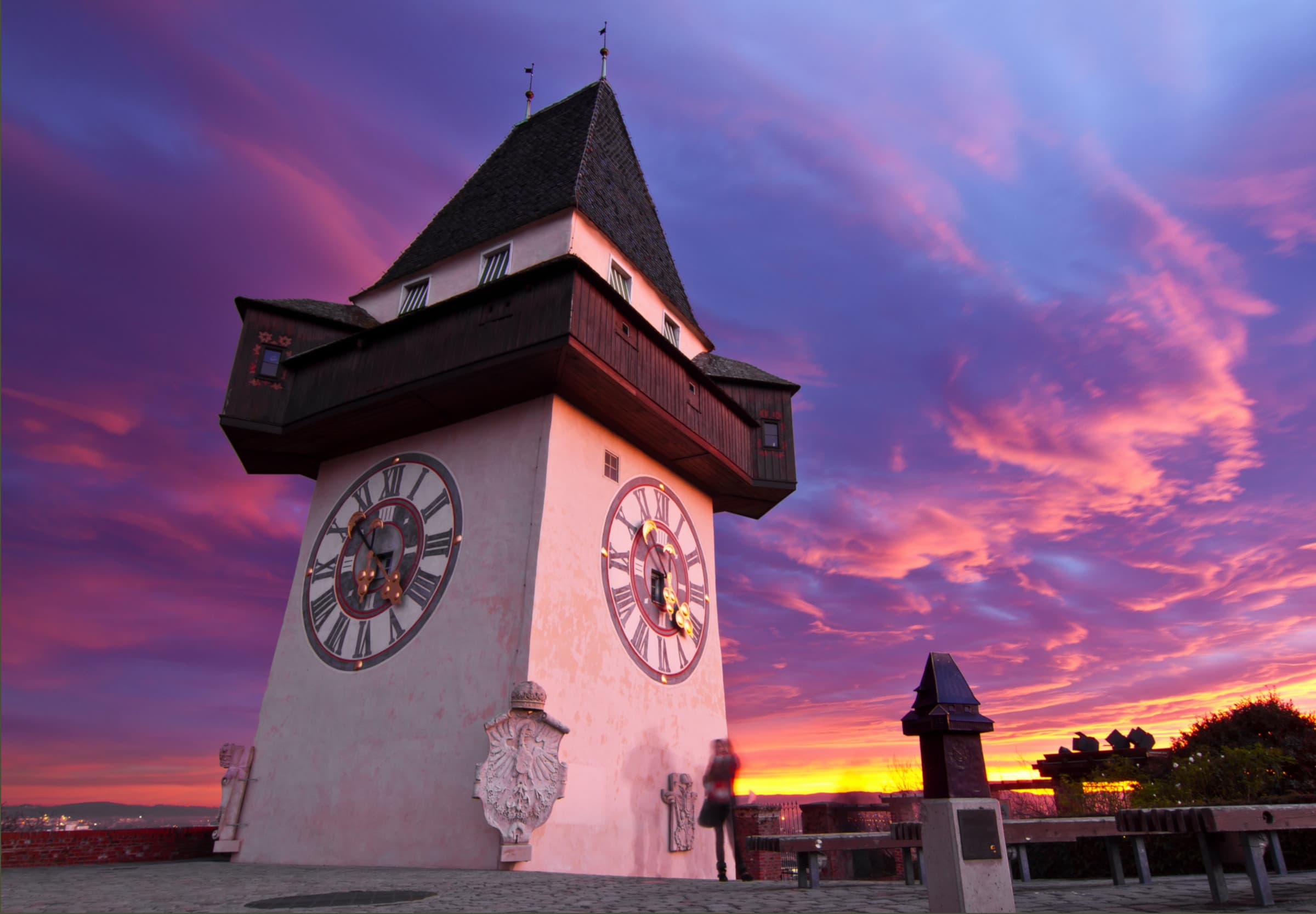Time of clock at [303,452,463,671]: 6:52
